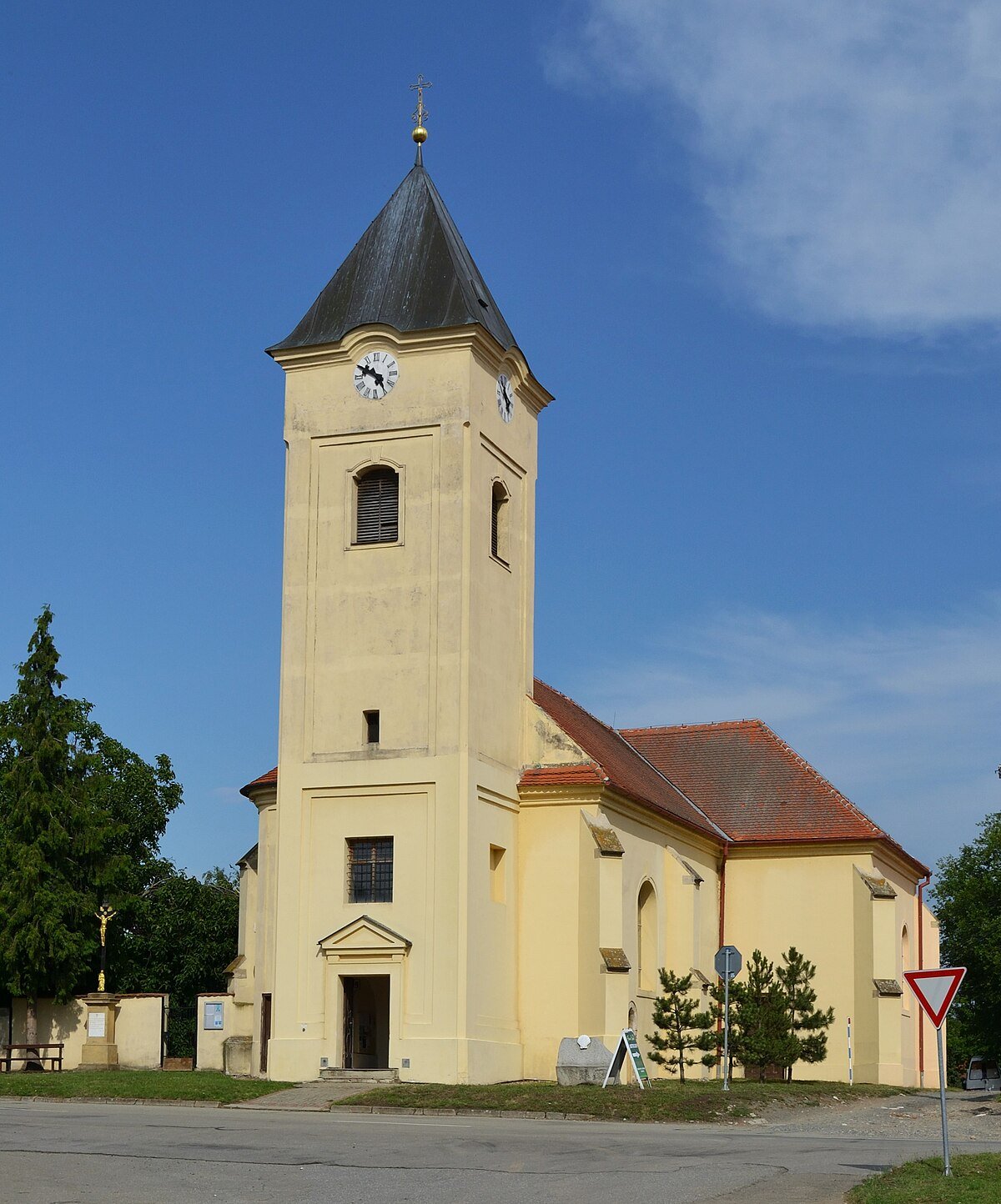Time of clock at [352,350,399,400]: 4:49
